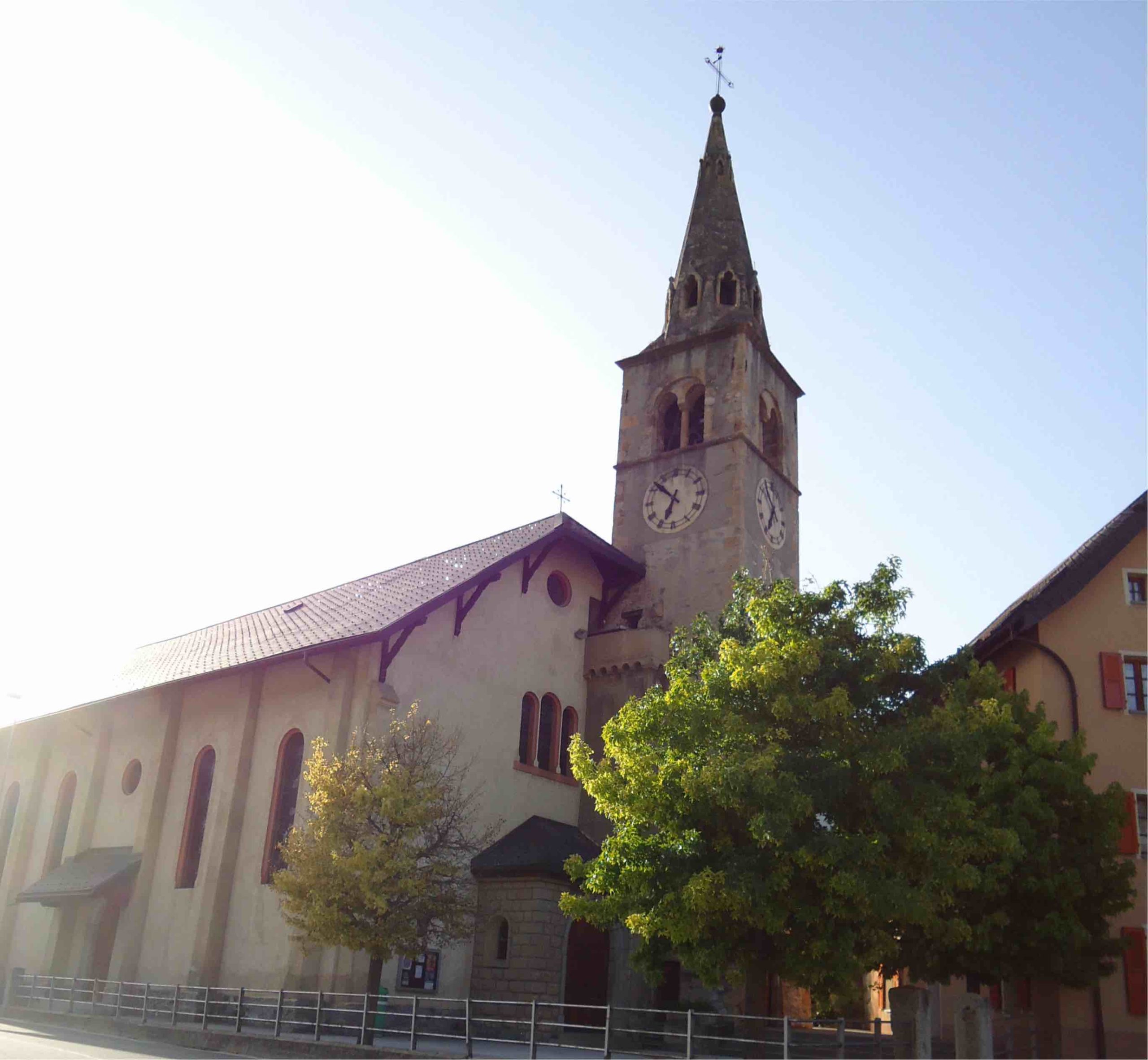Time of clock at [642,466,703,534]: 6:52
